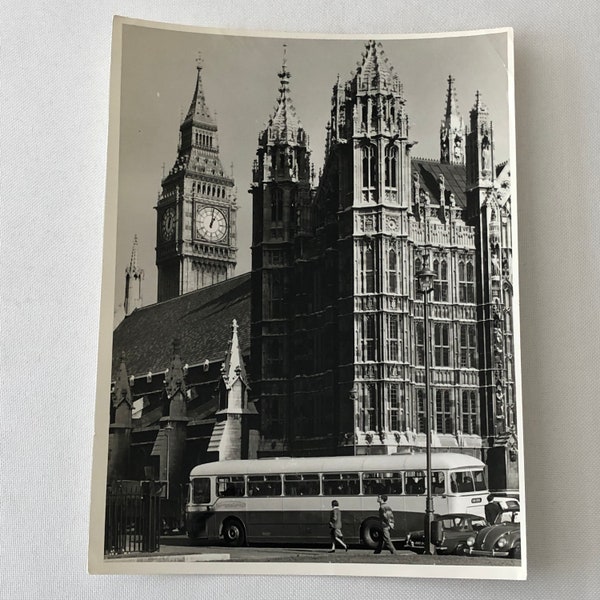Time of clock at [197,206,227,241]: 1:01
